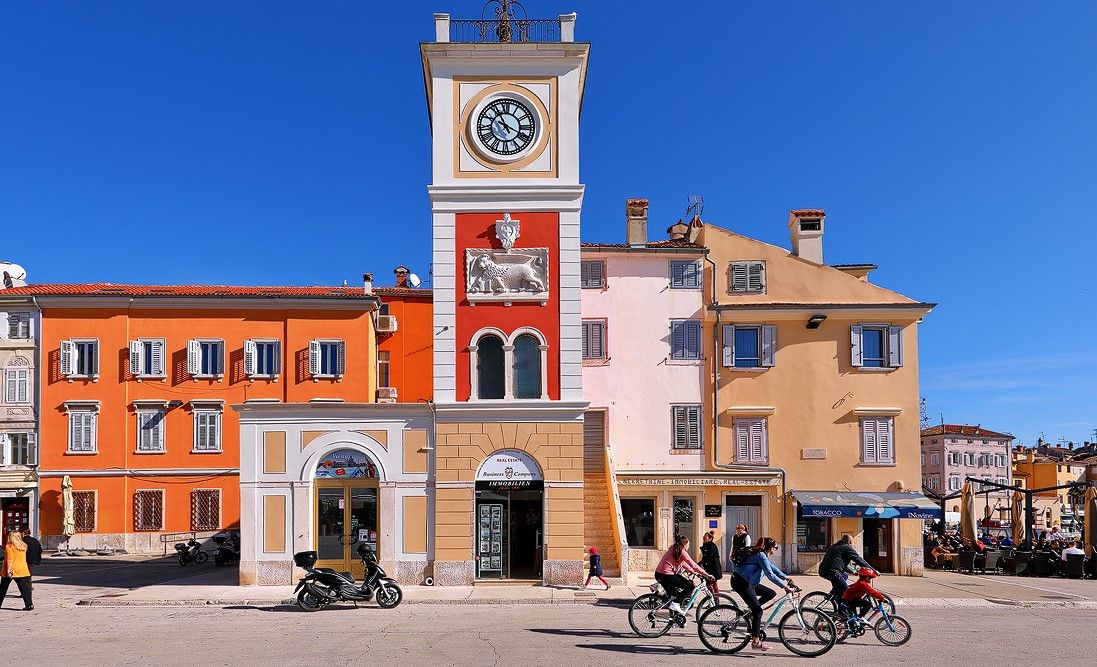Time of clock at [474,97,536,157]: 3:55
